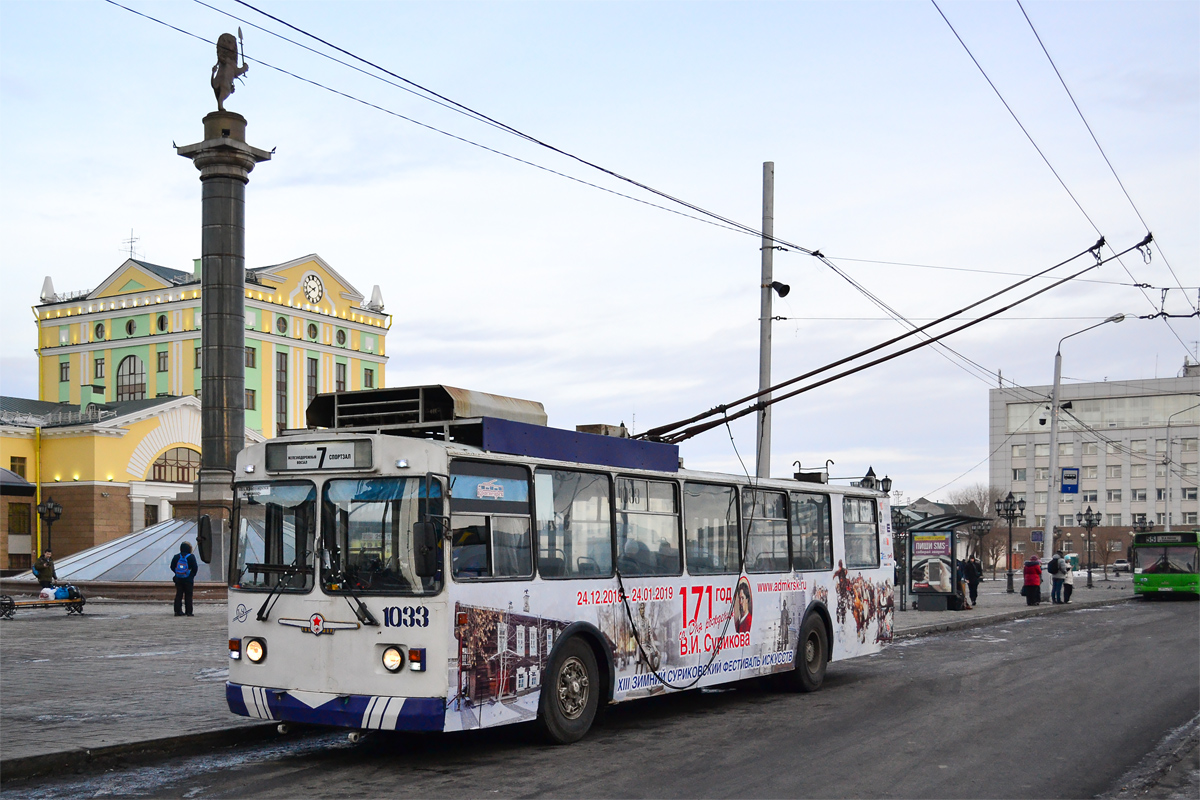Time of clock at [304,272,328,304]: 9:39
